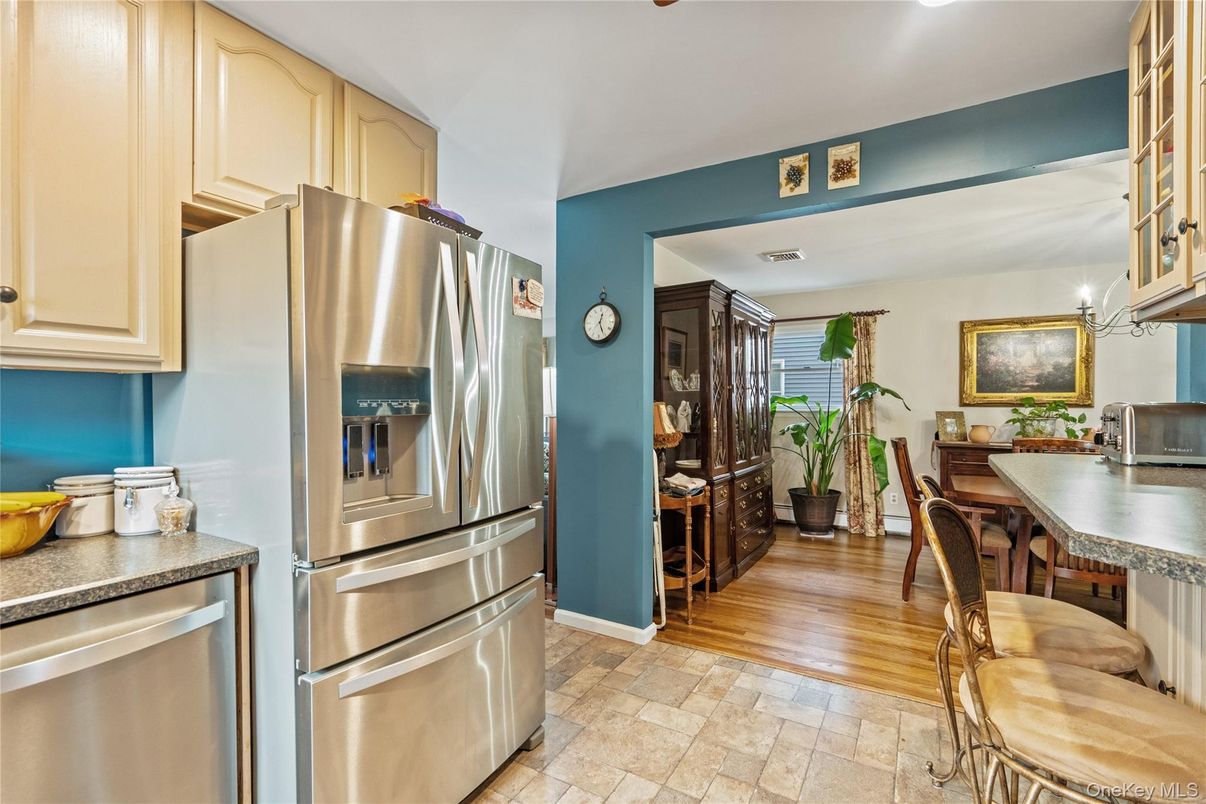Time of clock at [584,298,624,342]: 12:26
